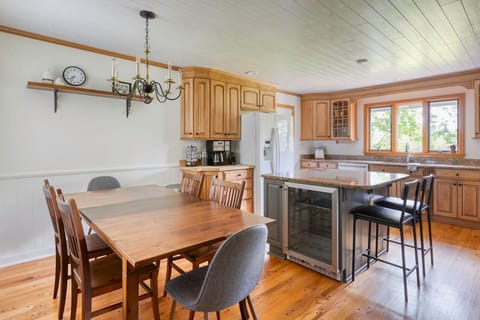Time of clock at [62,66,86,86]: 7:33
